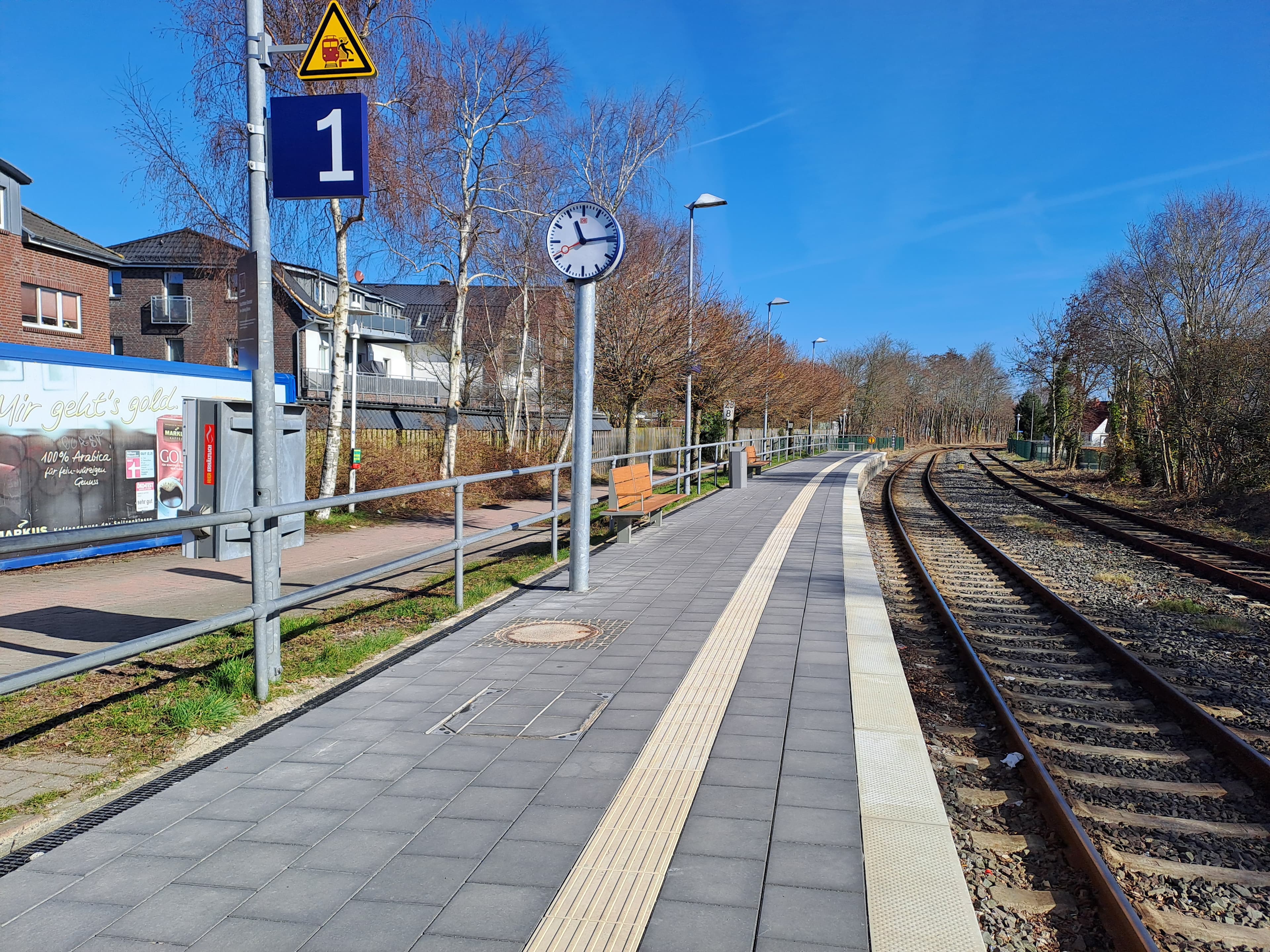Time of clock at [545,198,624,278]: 11:13
